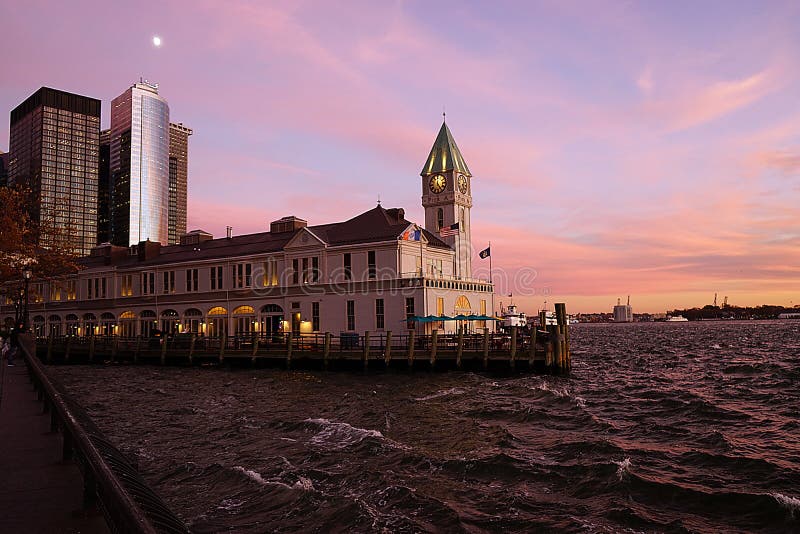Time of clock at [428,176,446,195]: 12:24
